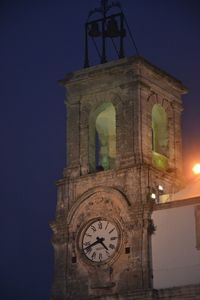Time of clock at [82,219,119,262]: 4:41
